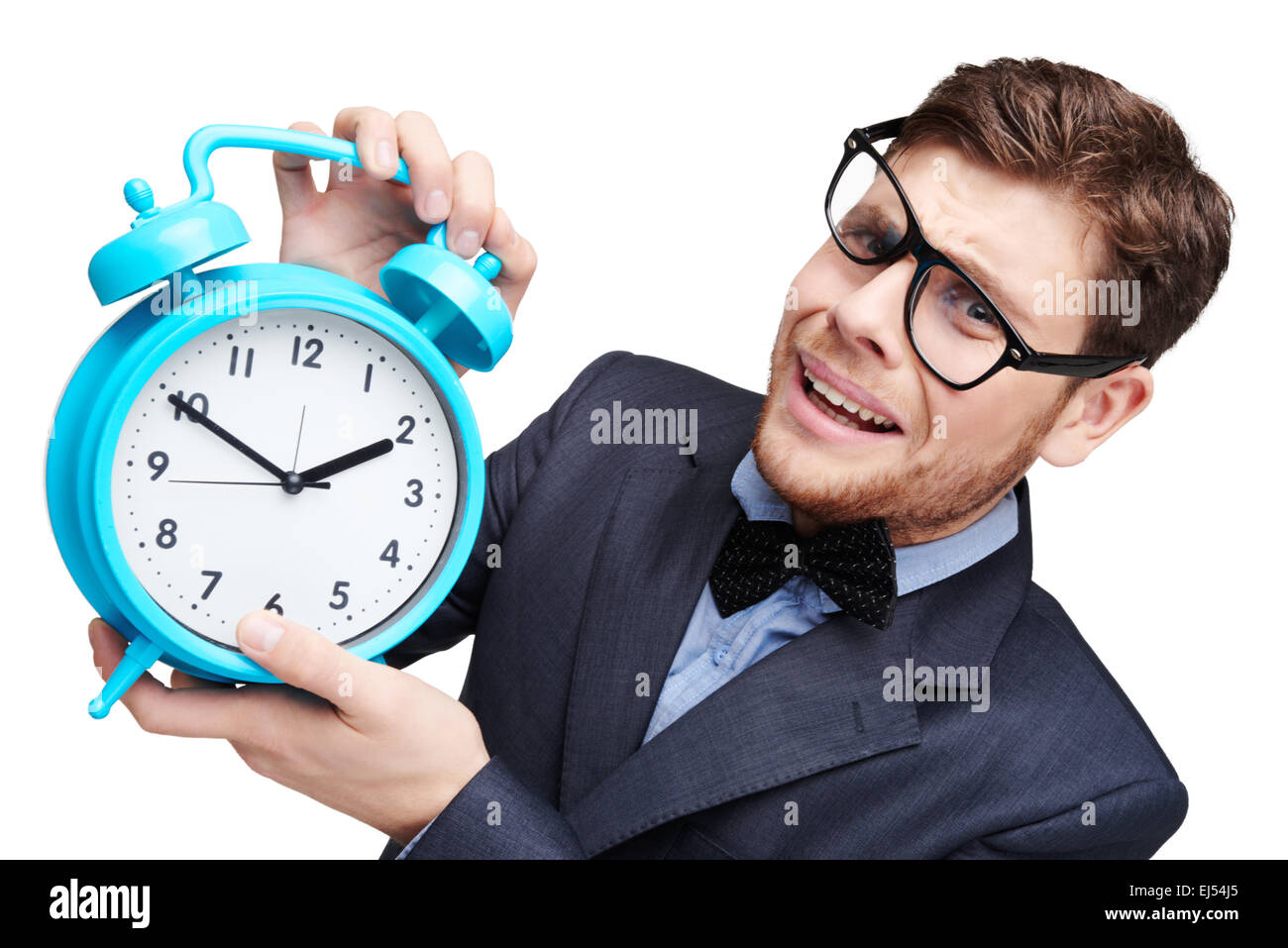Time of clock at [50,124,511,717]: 1:49
